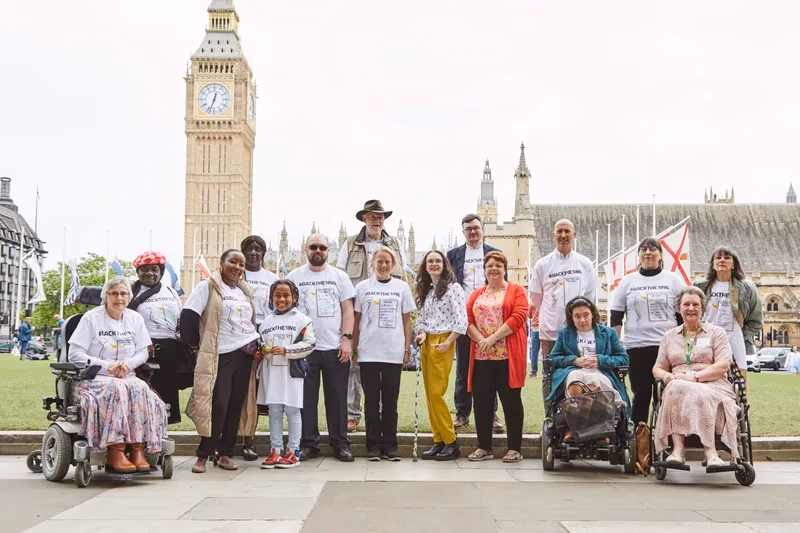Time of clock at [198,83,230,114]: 12:33
